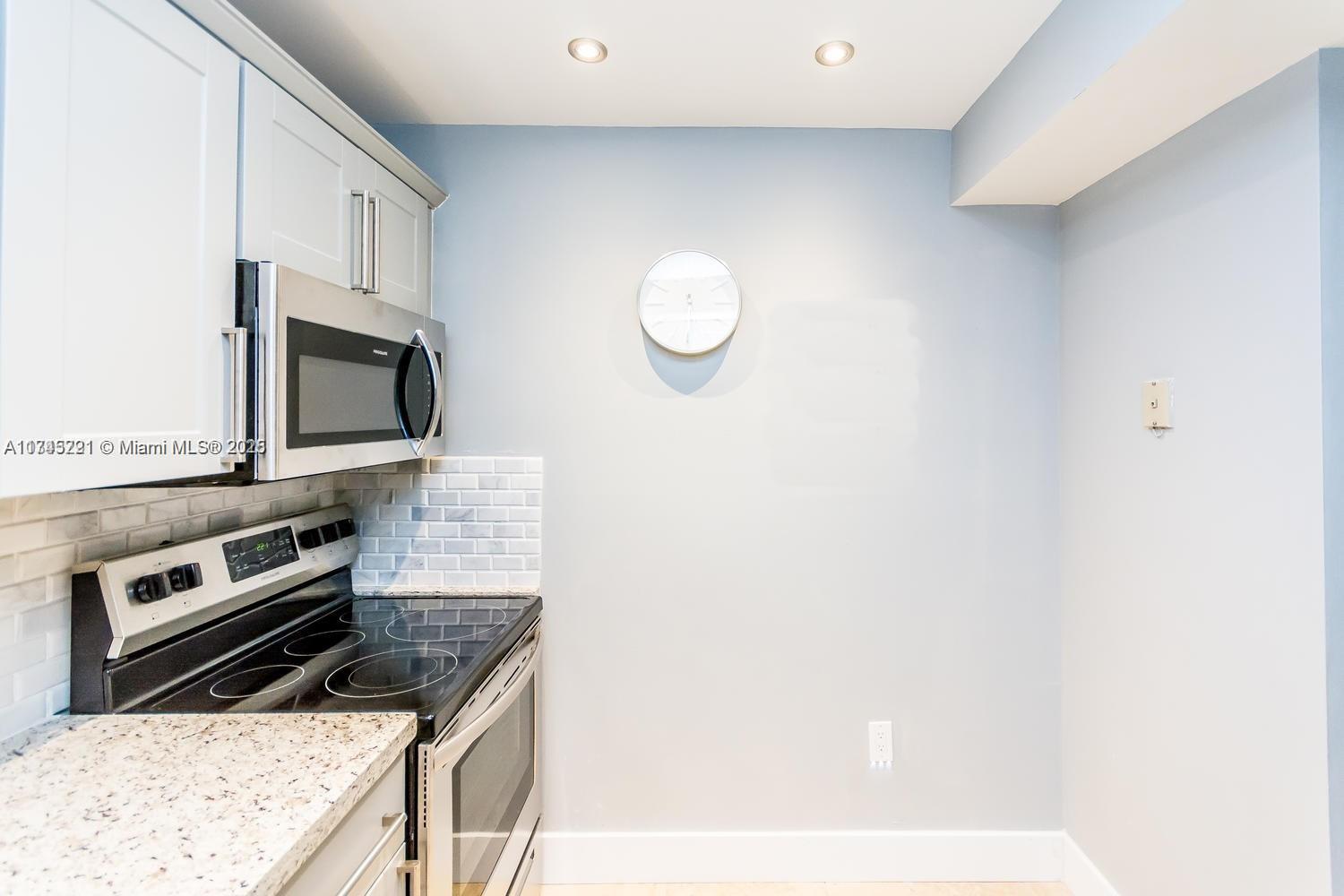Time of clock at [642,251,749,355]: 5:30
